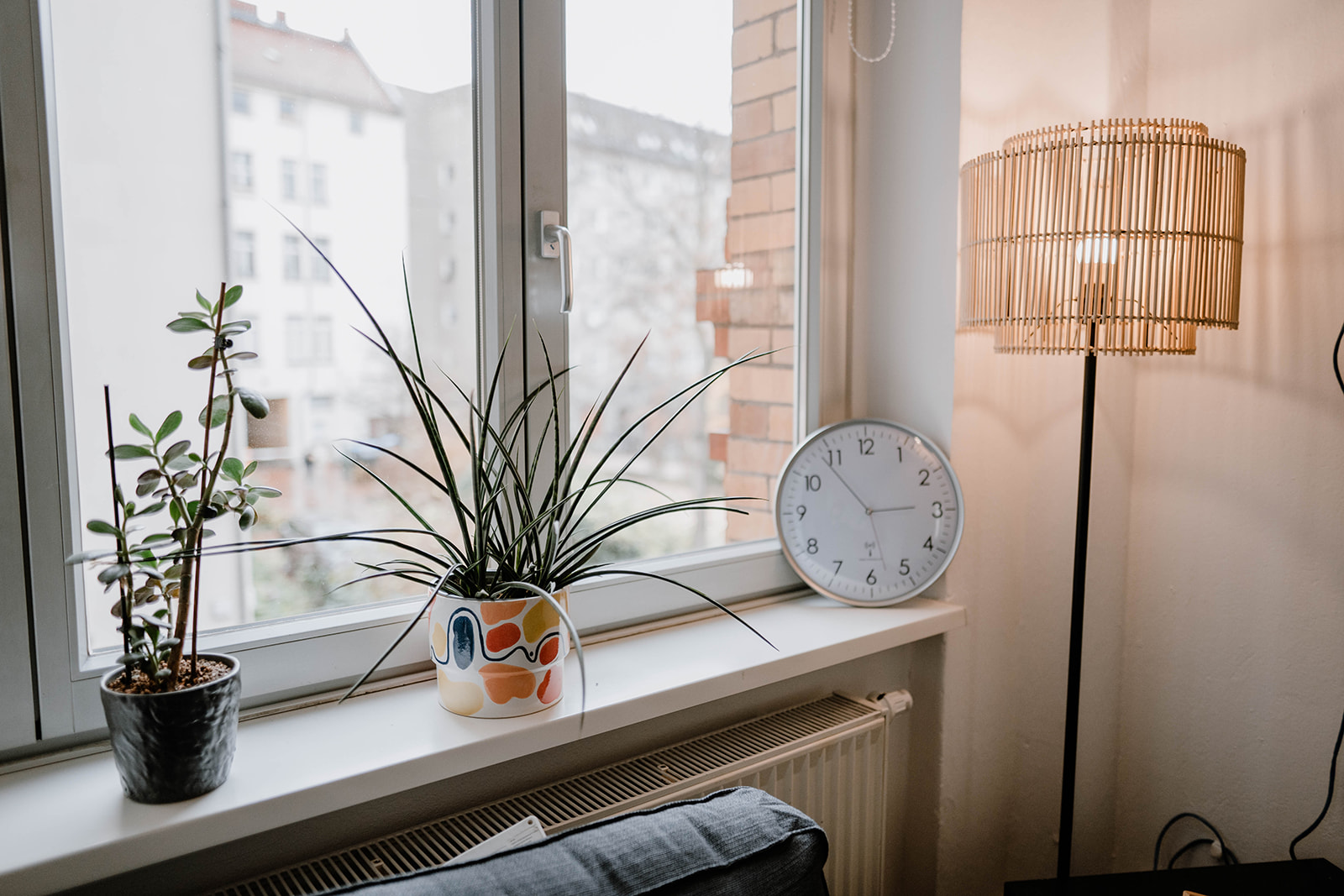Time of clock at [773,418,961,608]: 2:53
